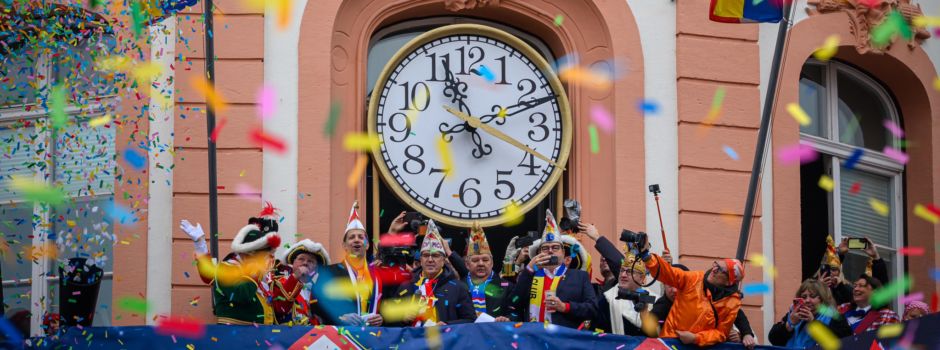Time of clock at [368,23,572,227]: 11:11
